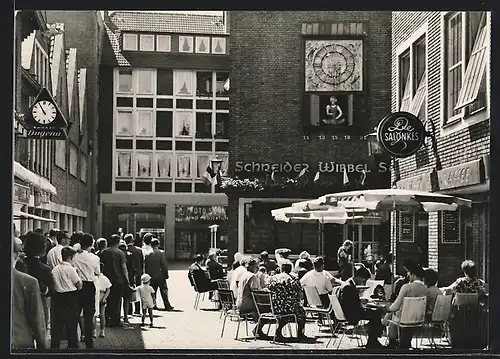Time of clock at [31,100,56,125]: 10:54
